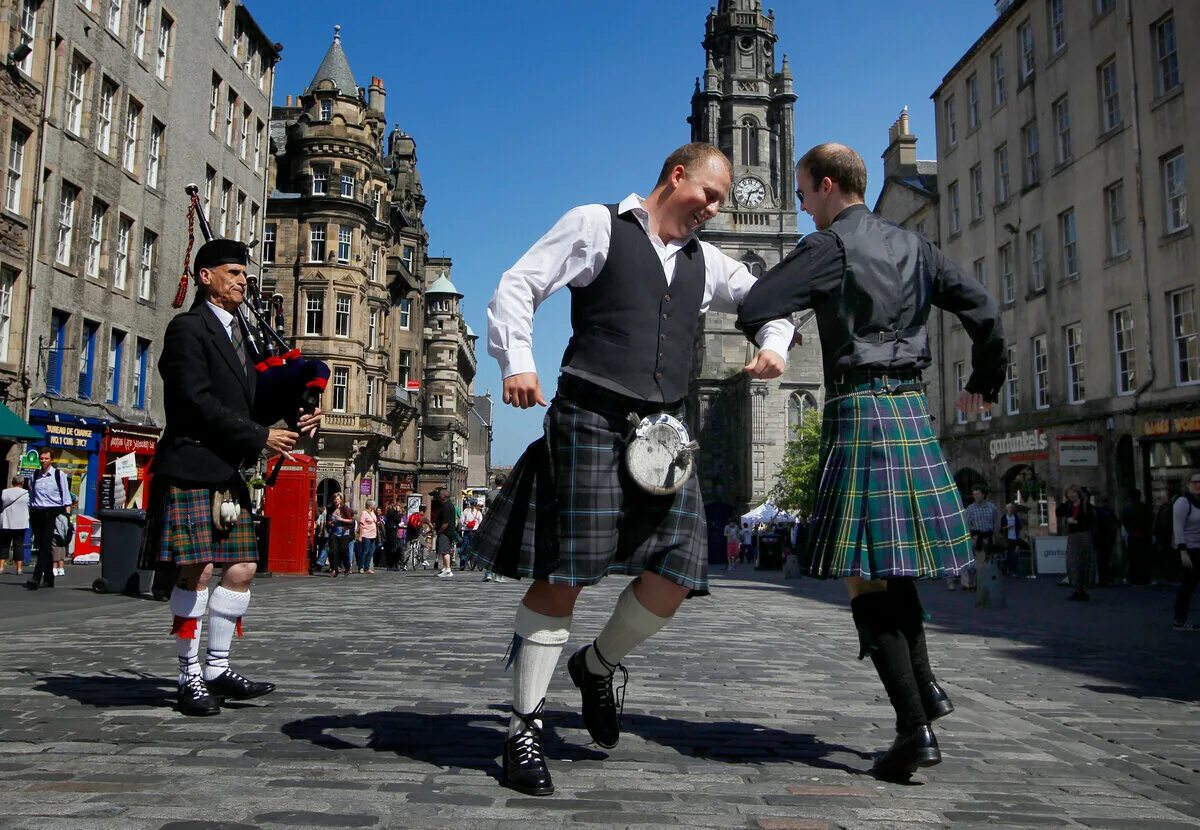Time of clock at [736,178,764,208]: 2:33
